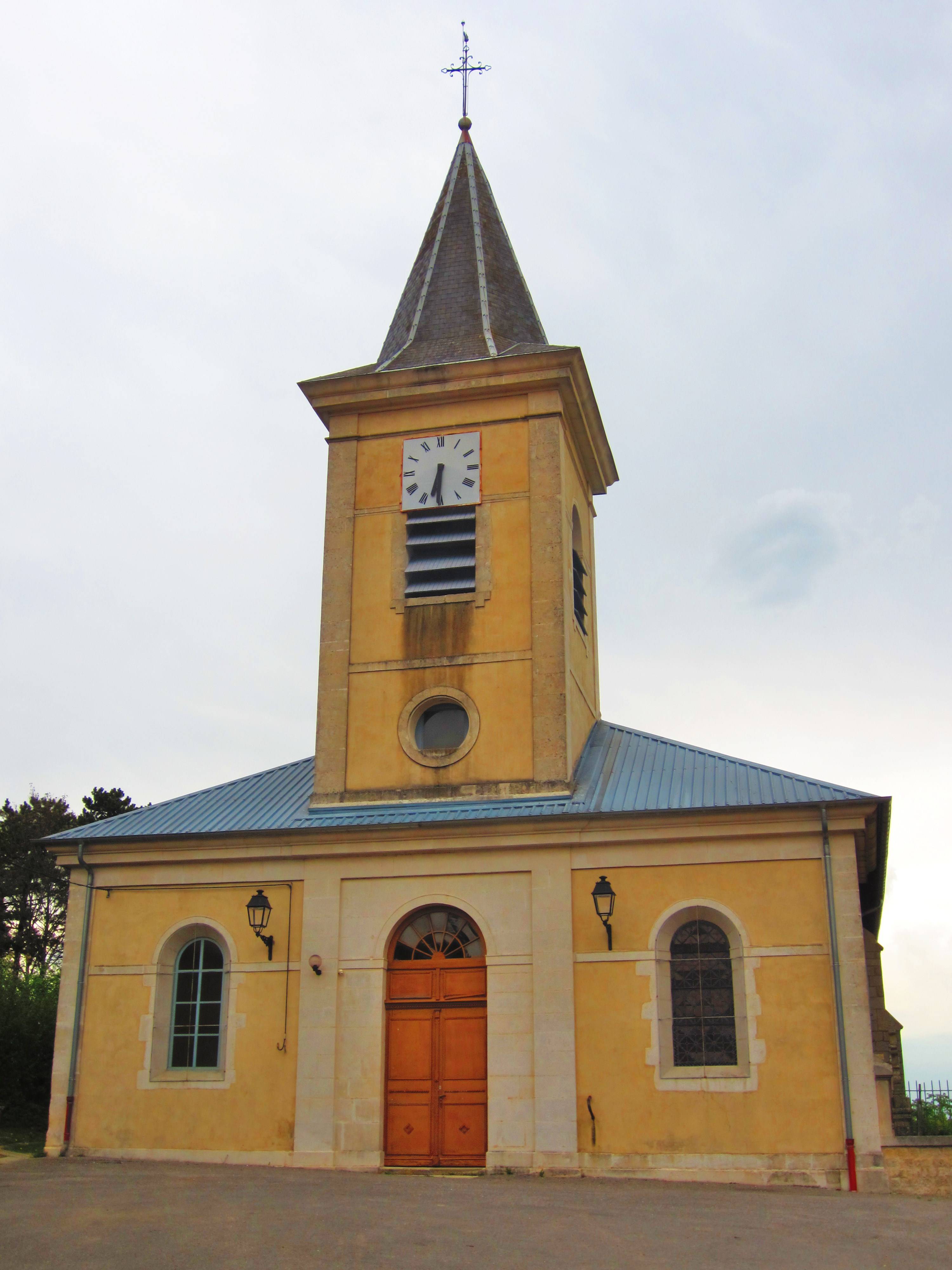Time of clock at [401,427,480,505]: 6:30
